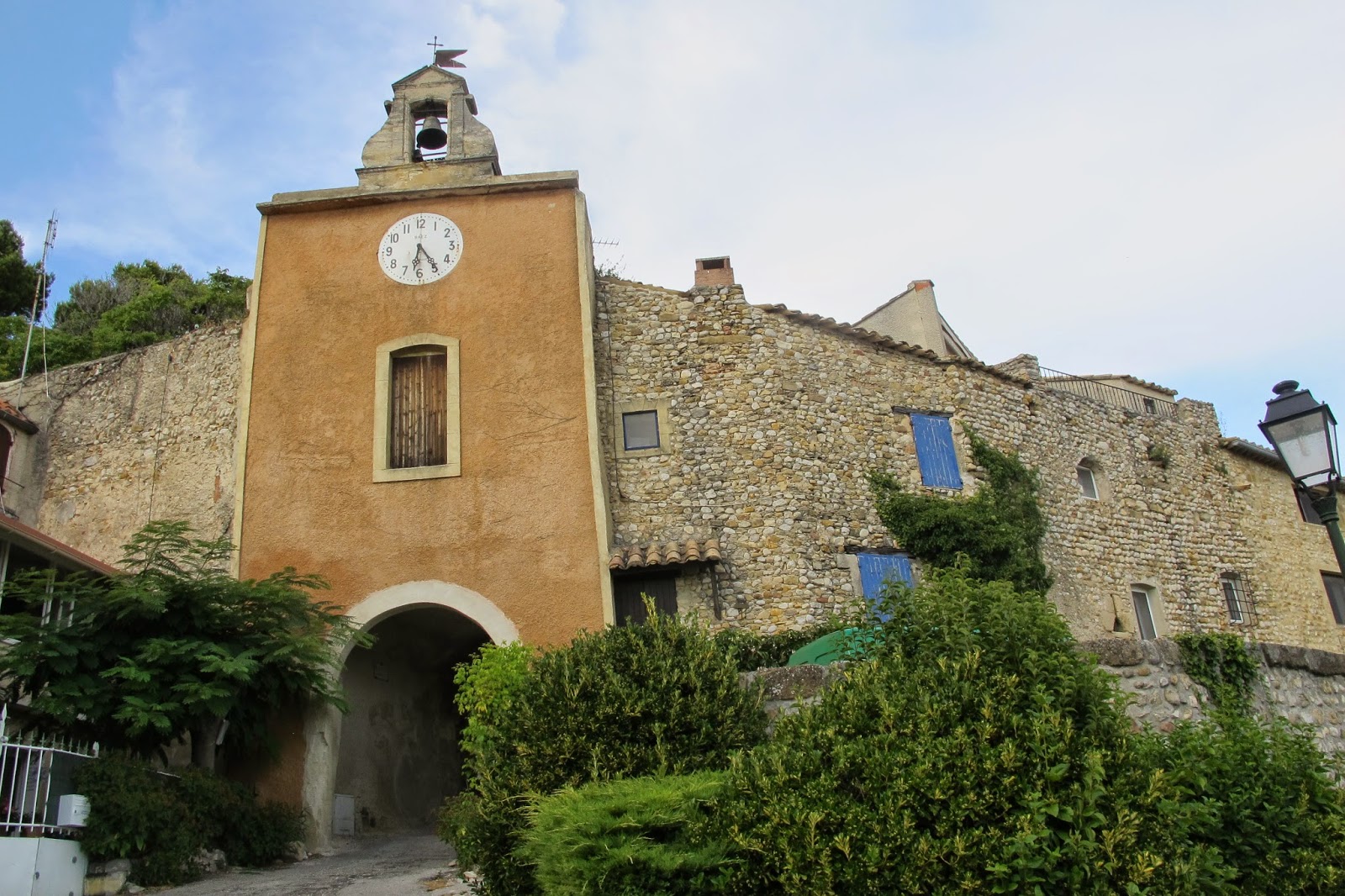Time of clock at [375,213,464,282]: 6:24
